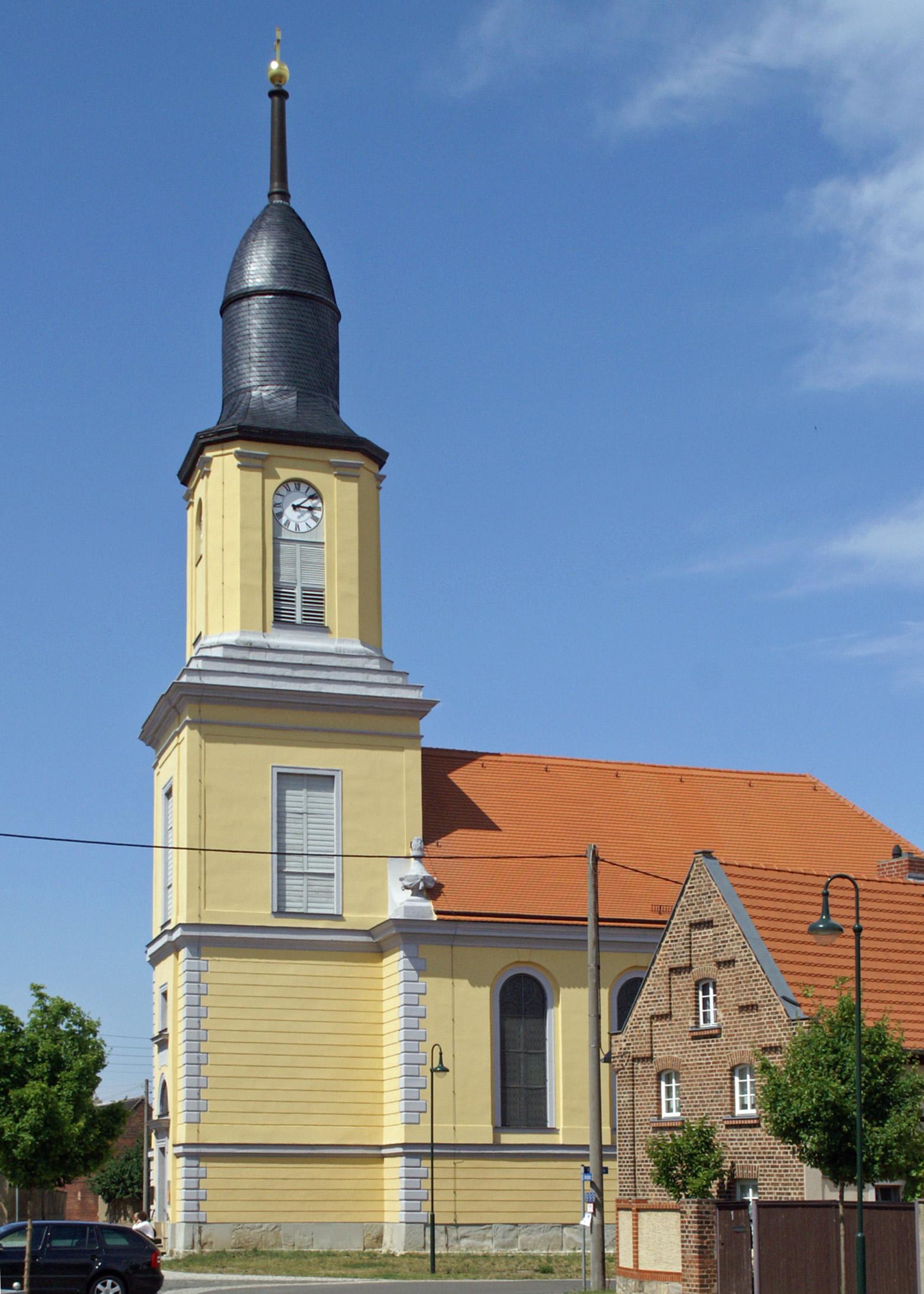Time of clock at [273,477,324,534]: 3:08
